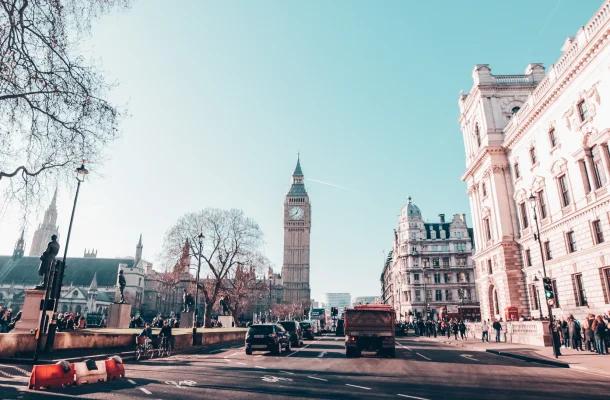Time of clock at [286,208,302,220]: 12:38
